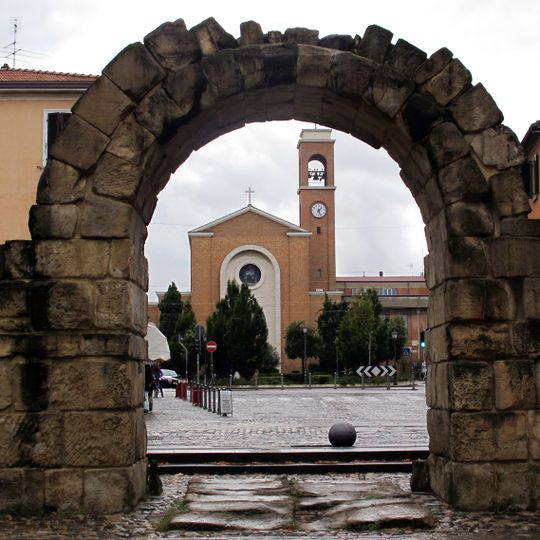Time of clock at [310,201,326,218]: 1:26
